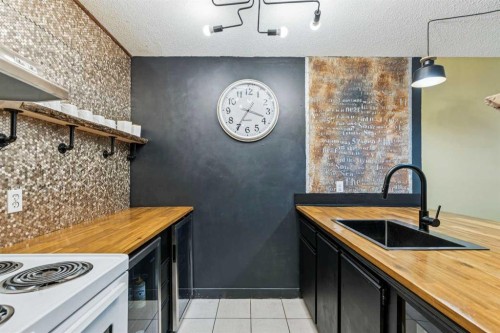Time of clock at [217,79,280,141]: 3:35
